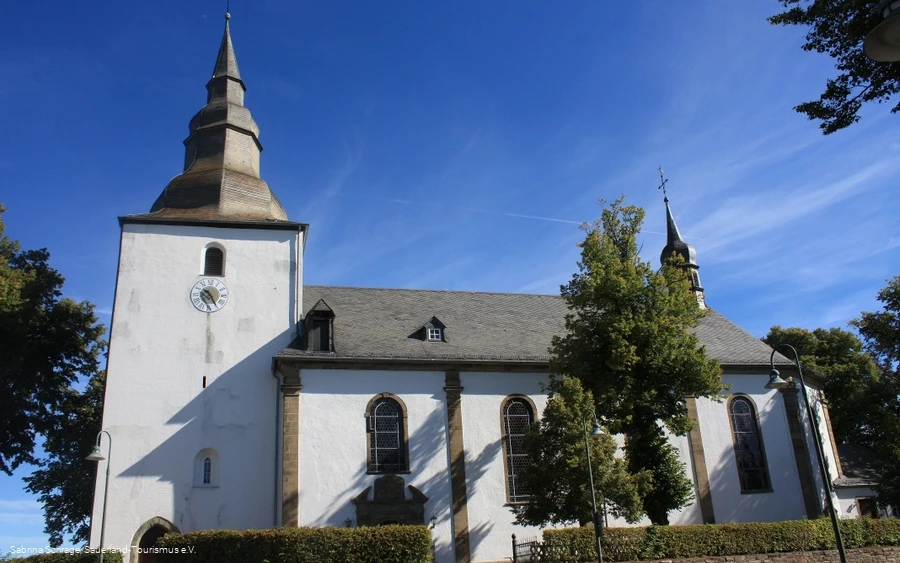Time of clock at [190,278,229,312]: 10:24
